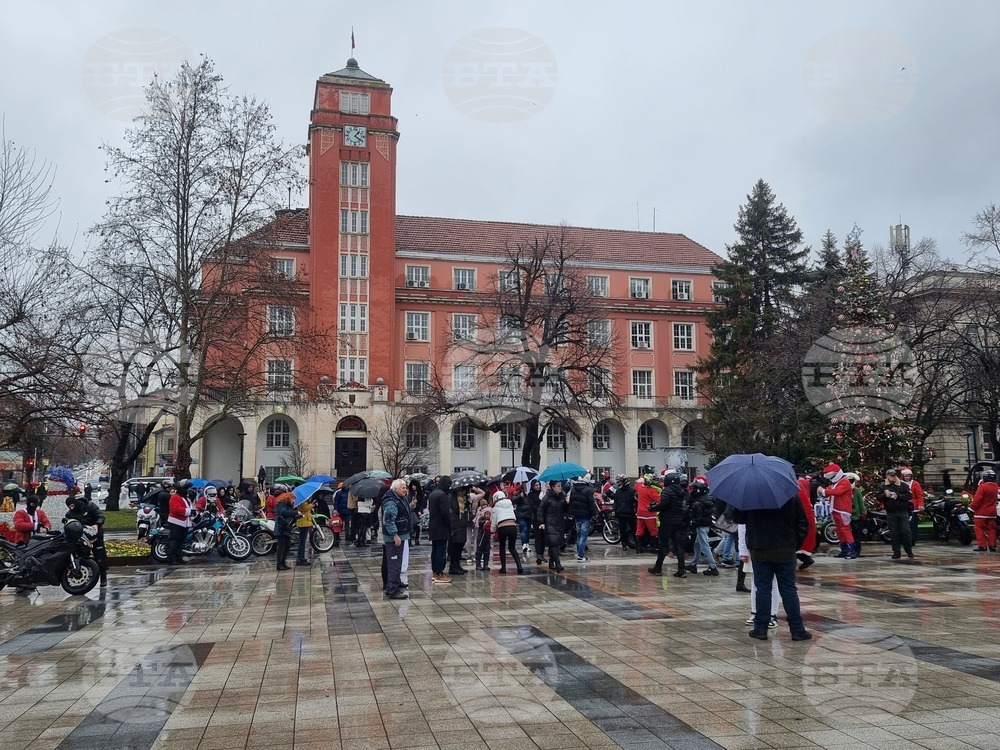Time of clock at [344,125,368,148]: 1:21
